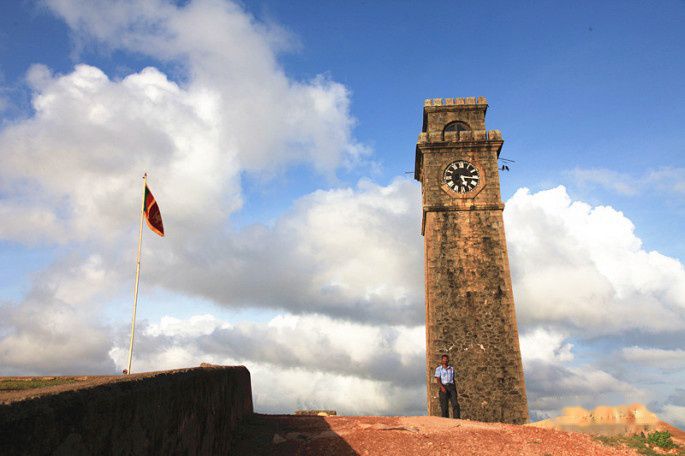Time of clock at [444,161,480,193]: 5:15
